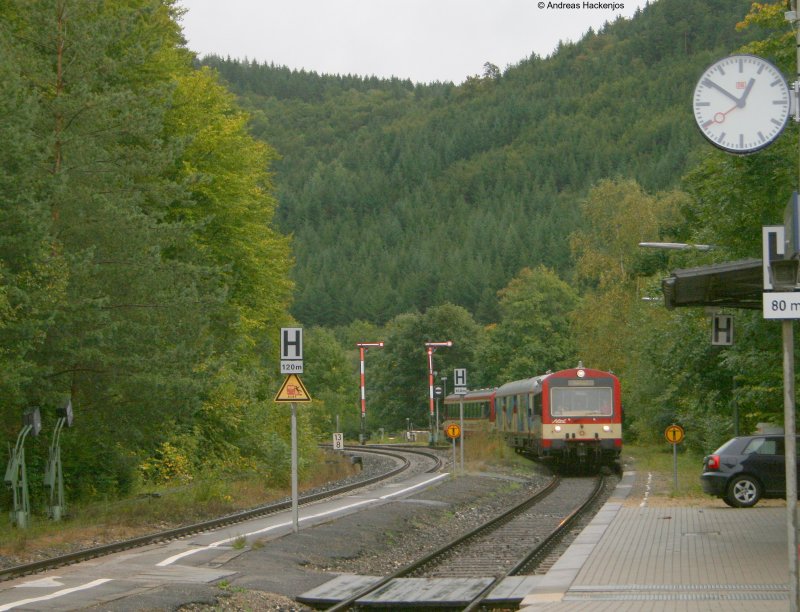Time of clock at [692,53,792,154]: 12:50
